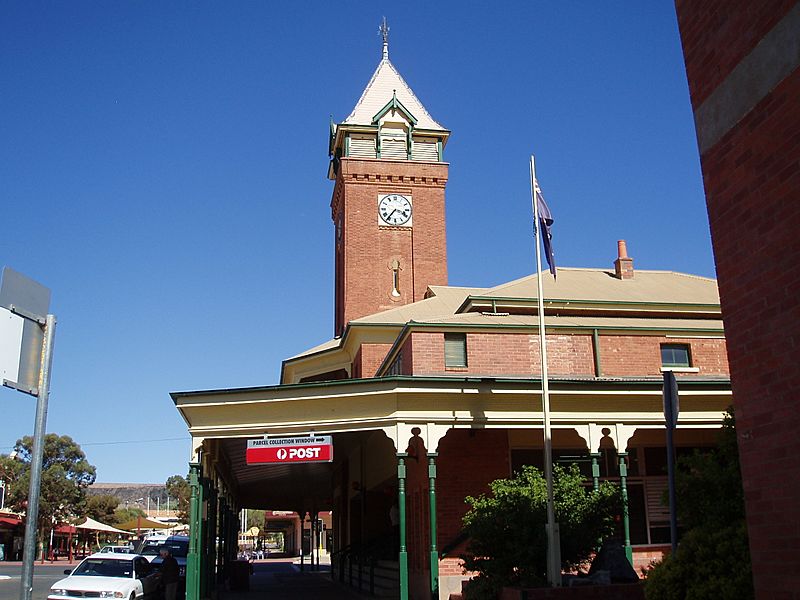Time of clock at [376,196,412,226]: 3:36
